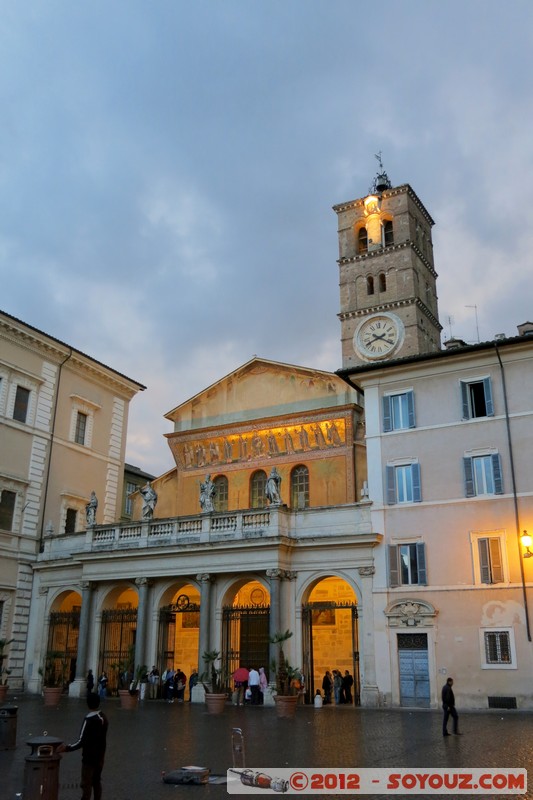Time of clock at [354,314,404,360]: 8:20
